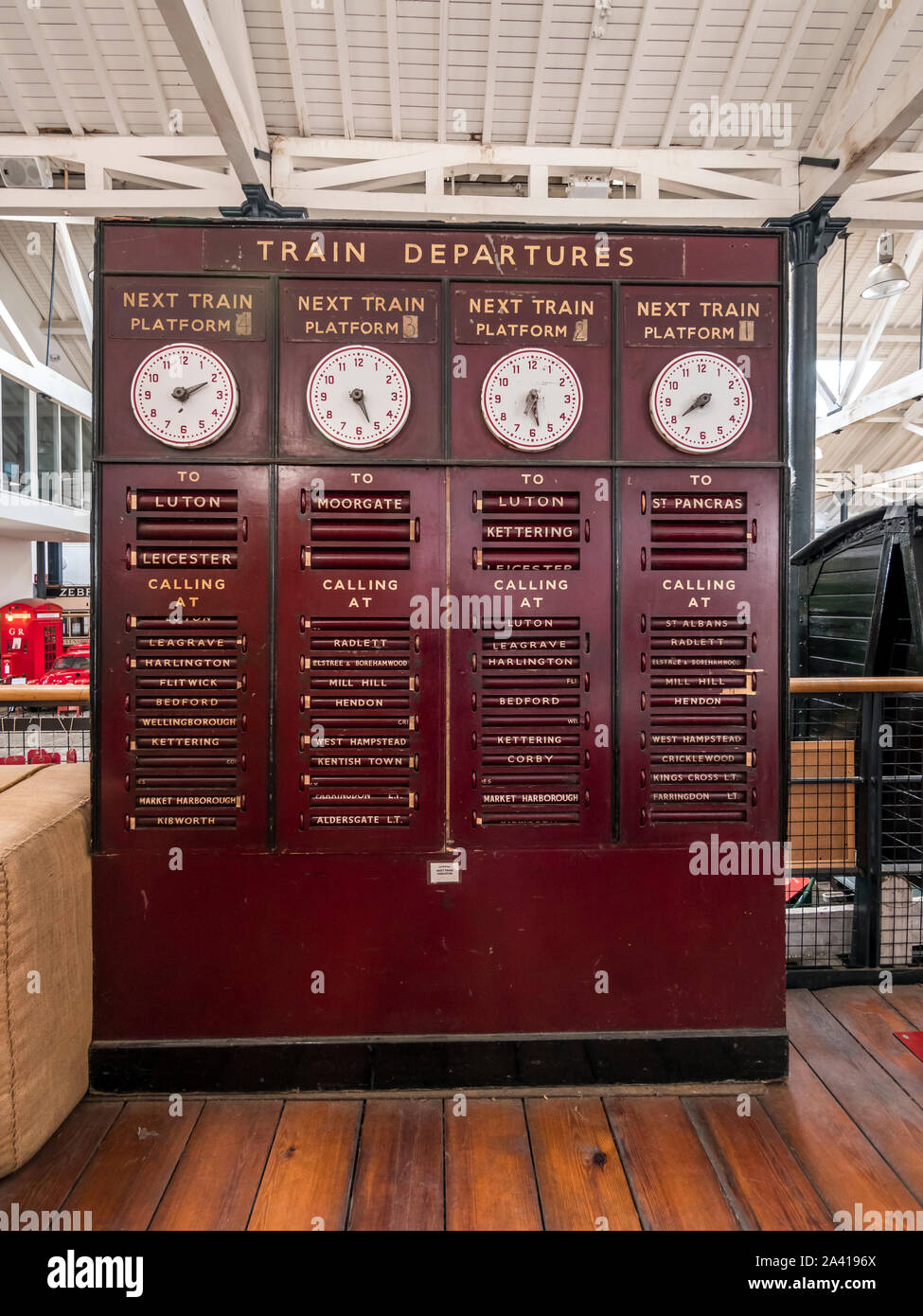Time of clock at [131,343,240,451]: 2:10
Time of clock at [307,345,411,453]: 5:26
